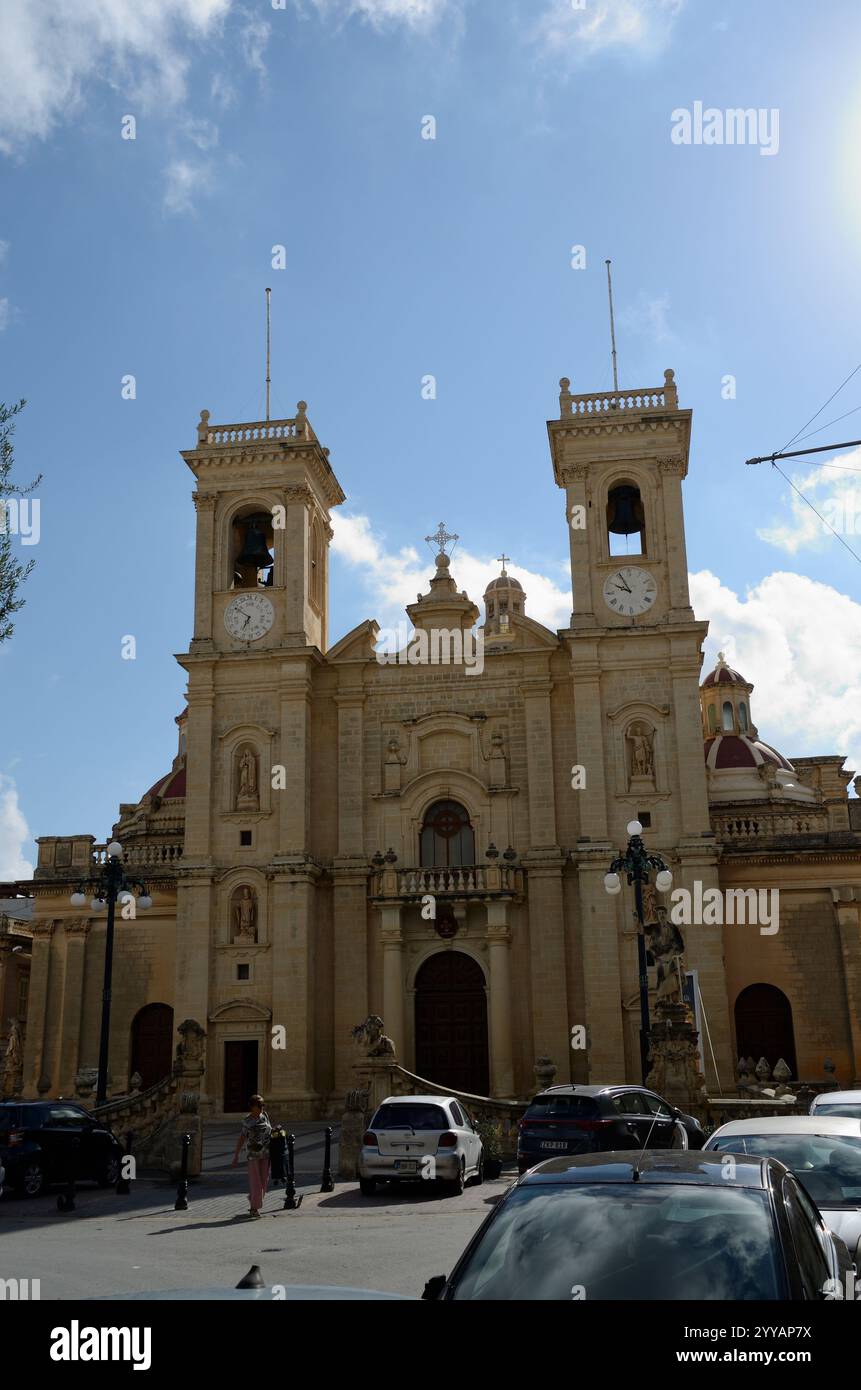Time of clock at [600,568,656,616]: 9:55
